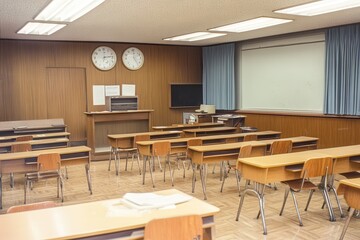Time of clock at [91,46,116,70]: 12:13
